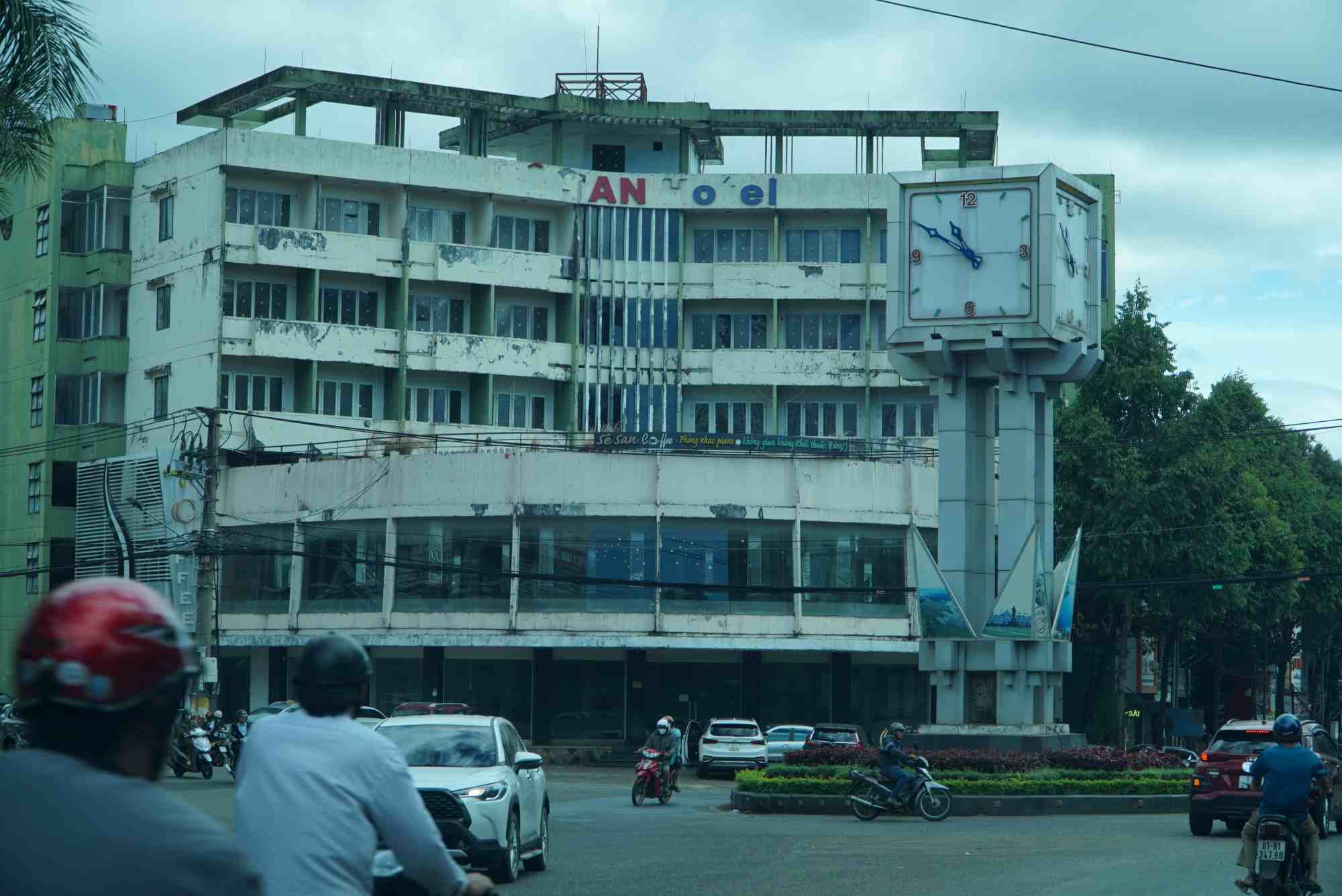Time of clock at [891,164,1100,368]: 10:50
